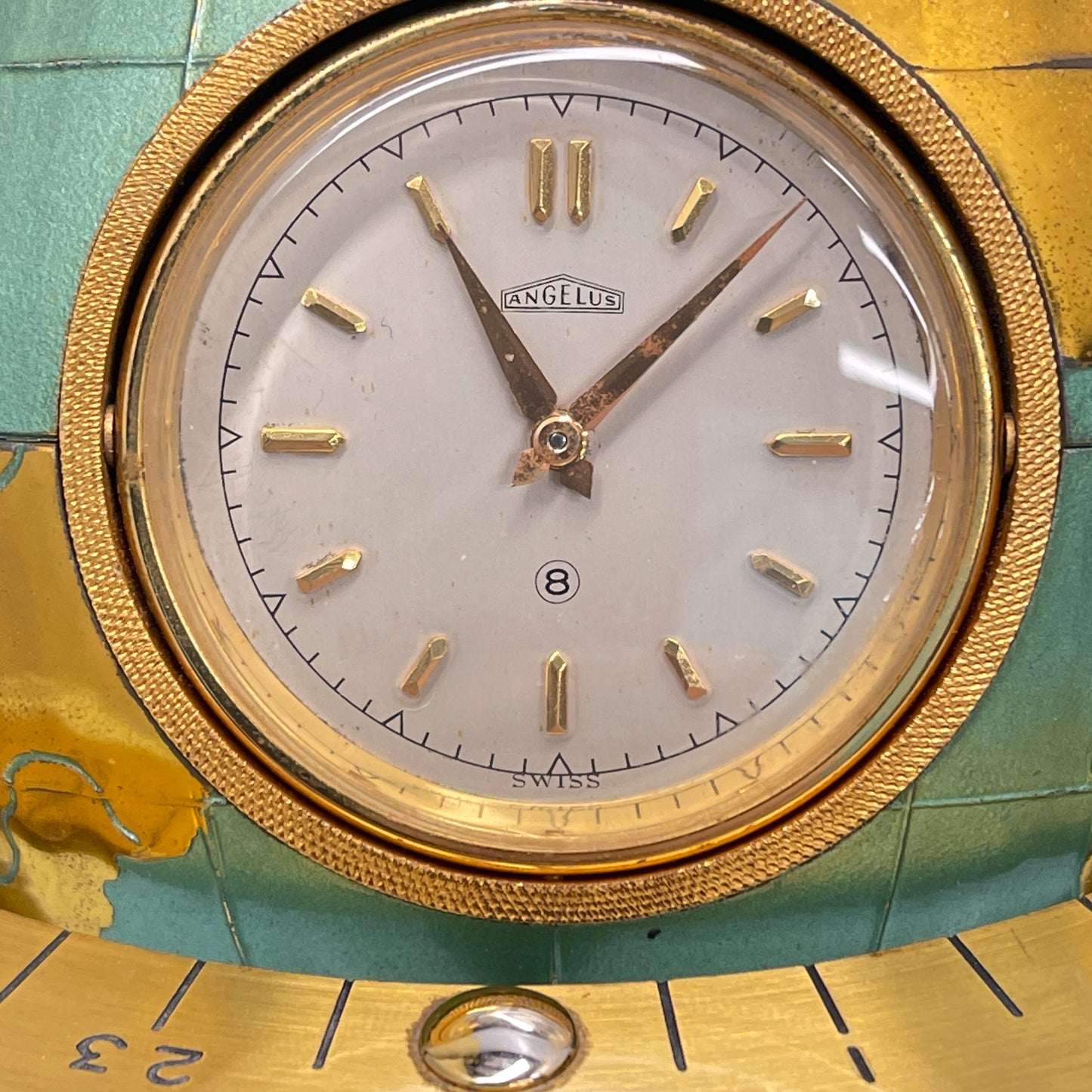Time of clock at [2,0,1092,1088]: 11:07
